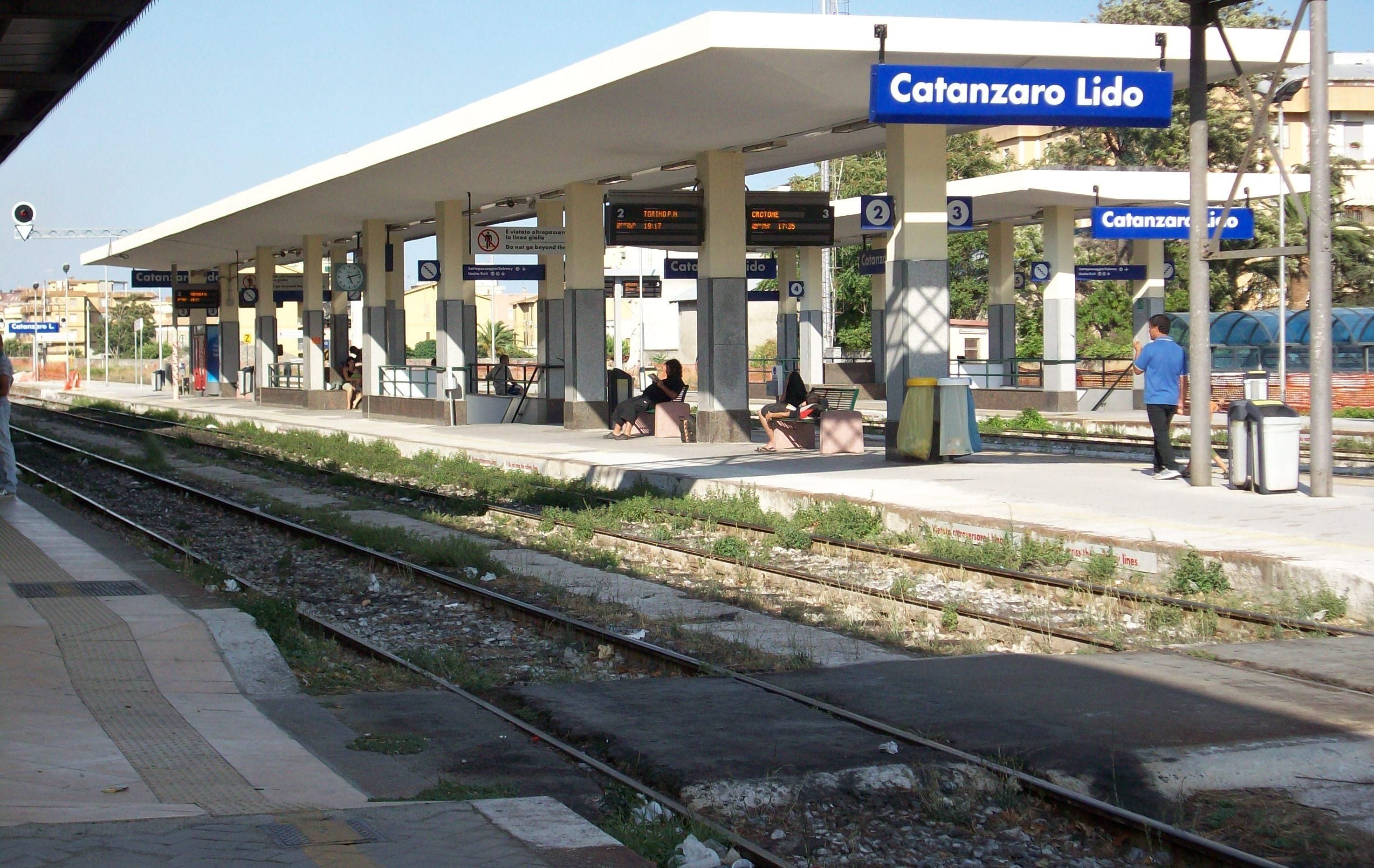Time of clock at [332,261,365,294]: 5:12
